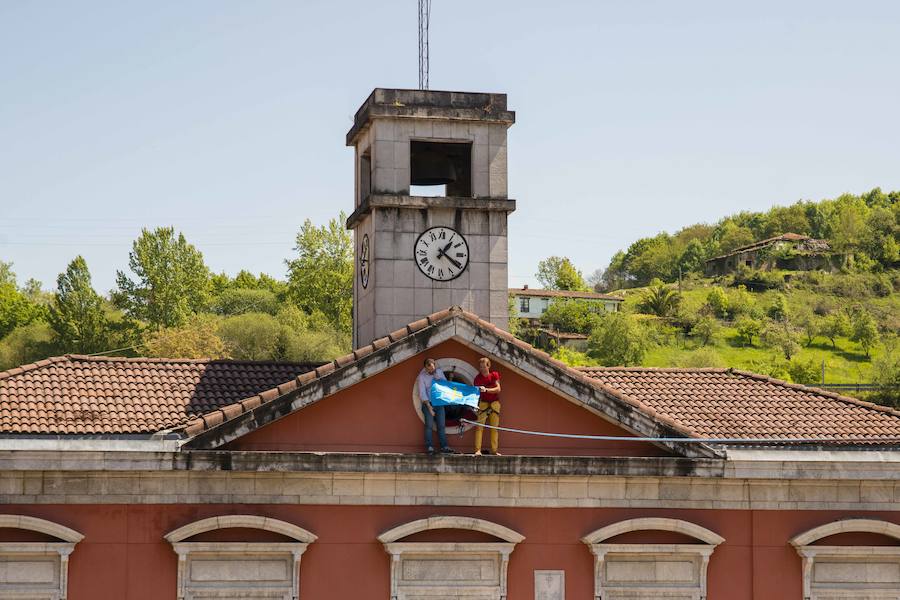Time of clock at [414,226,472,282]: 1:20
